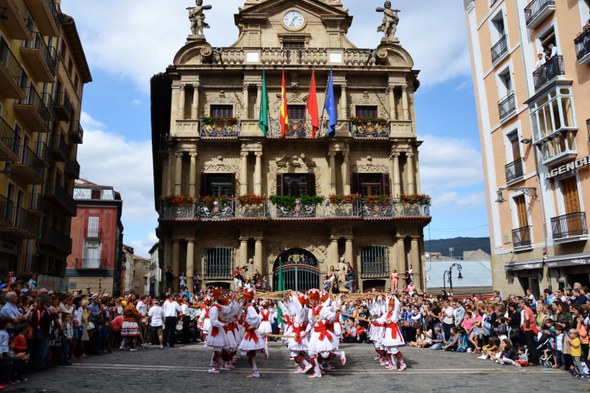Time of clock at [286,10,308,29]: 1:33
